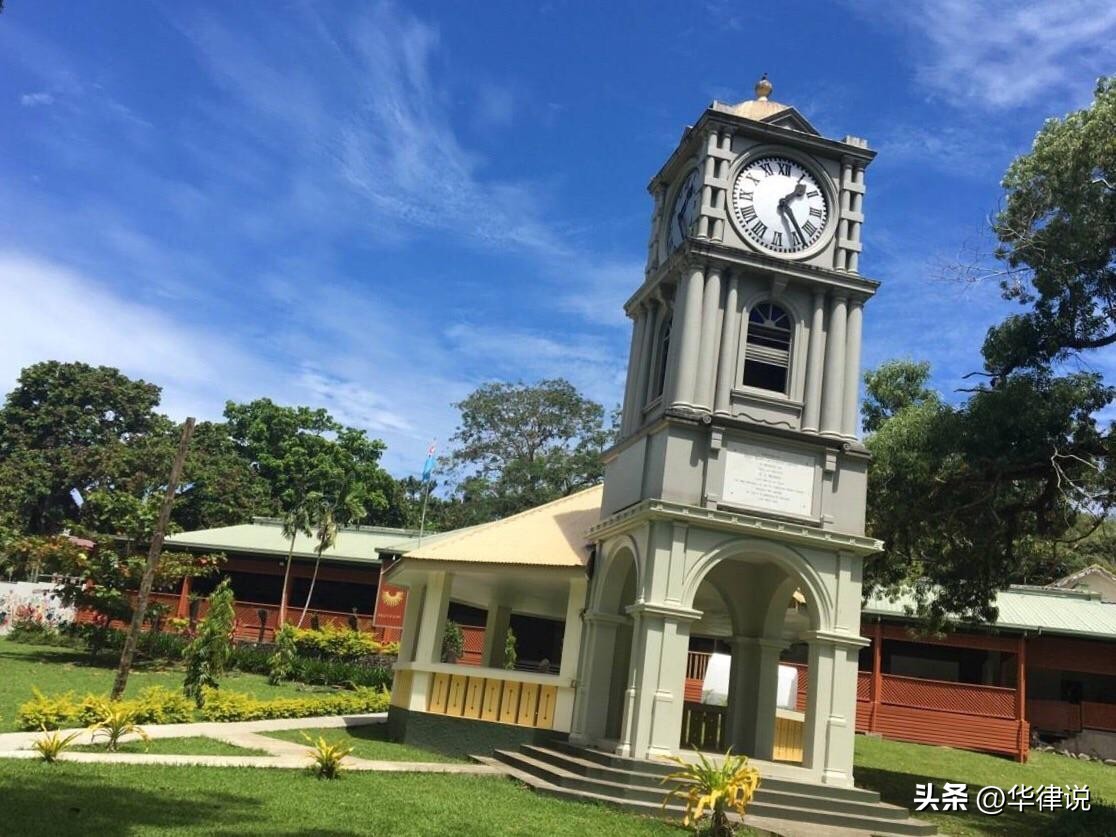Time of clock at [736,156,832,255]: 1:24
